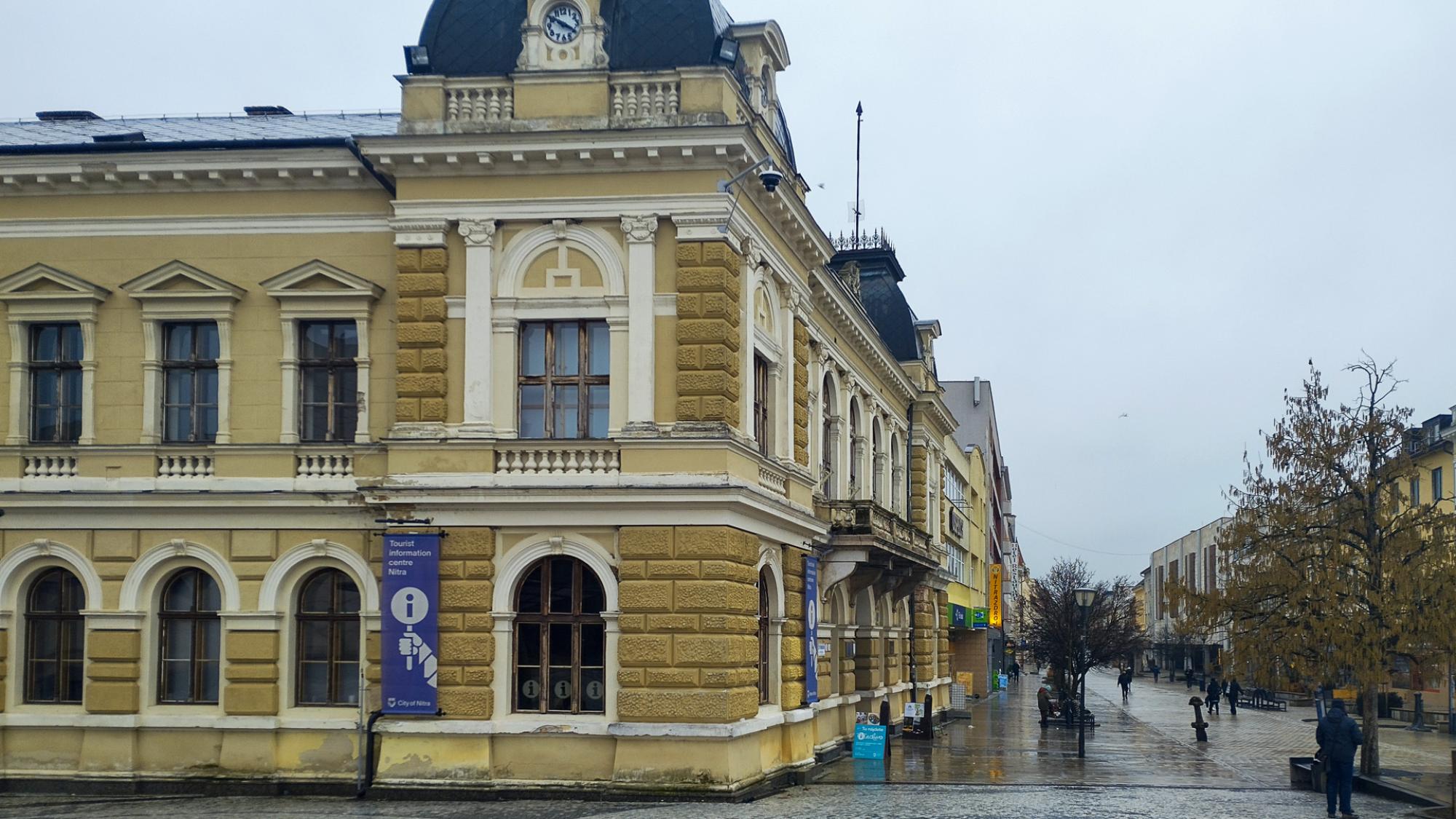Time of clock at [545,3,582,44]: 3:50
